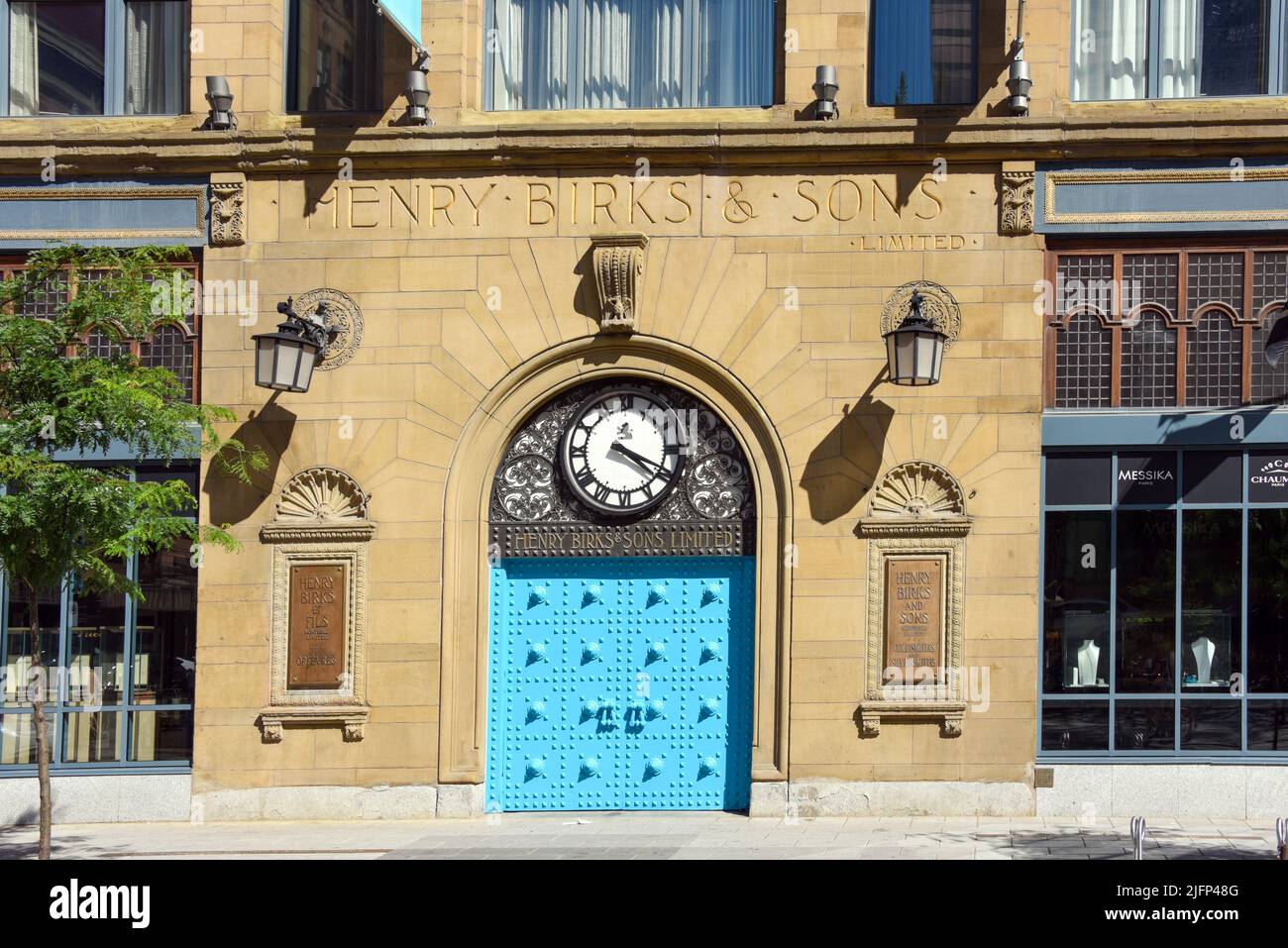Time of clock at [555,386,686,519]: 4:19
